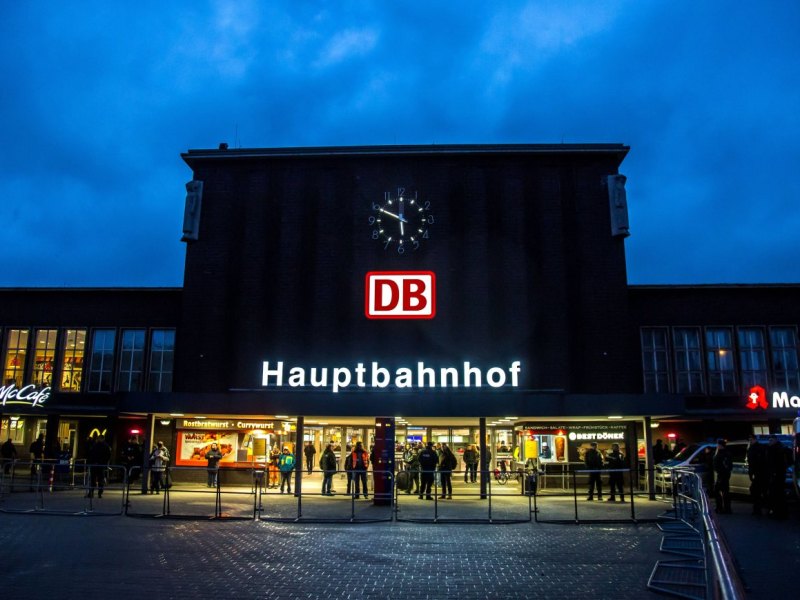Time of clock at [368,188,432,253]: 5:49
